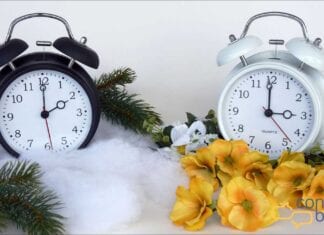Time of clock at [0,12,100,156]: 2:00
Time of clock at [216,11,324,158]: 2:59
